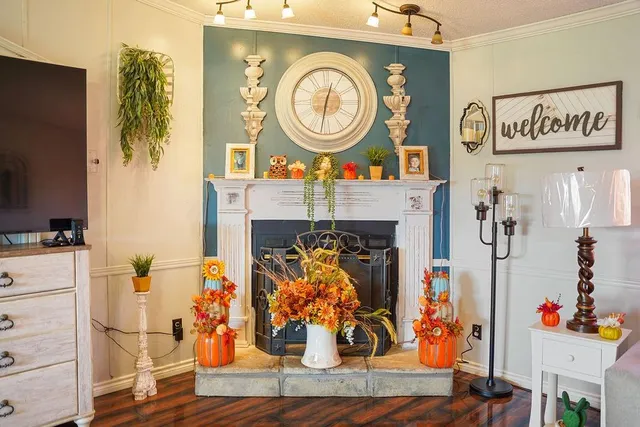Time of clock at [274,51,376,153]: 12:31
